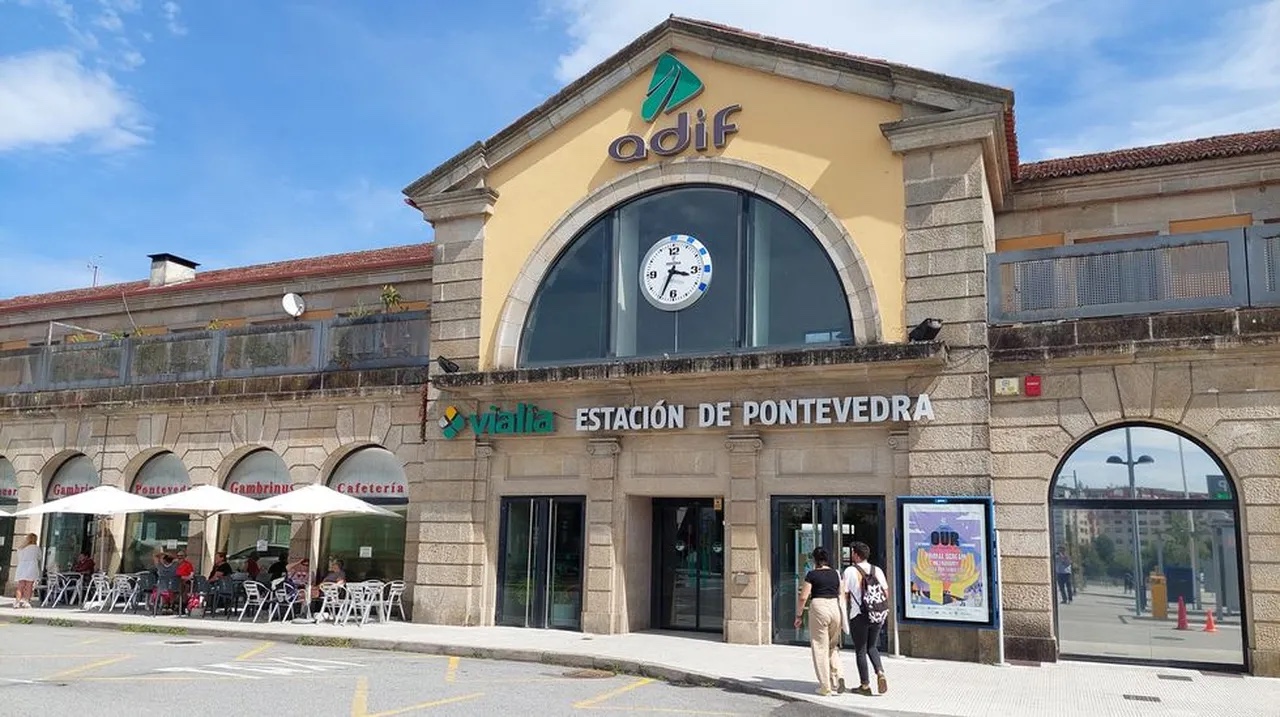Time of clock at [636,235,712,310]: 3:34
